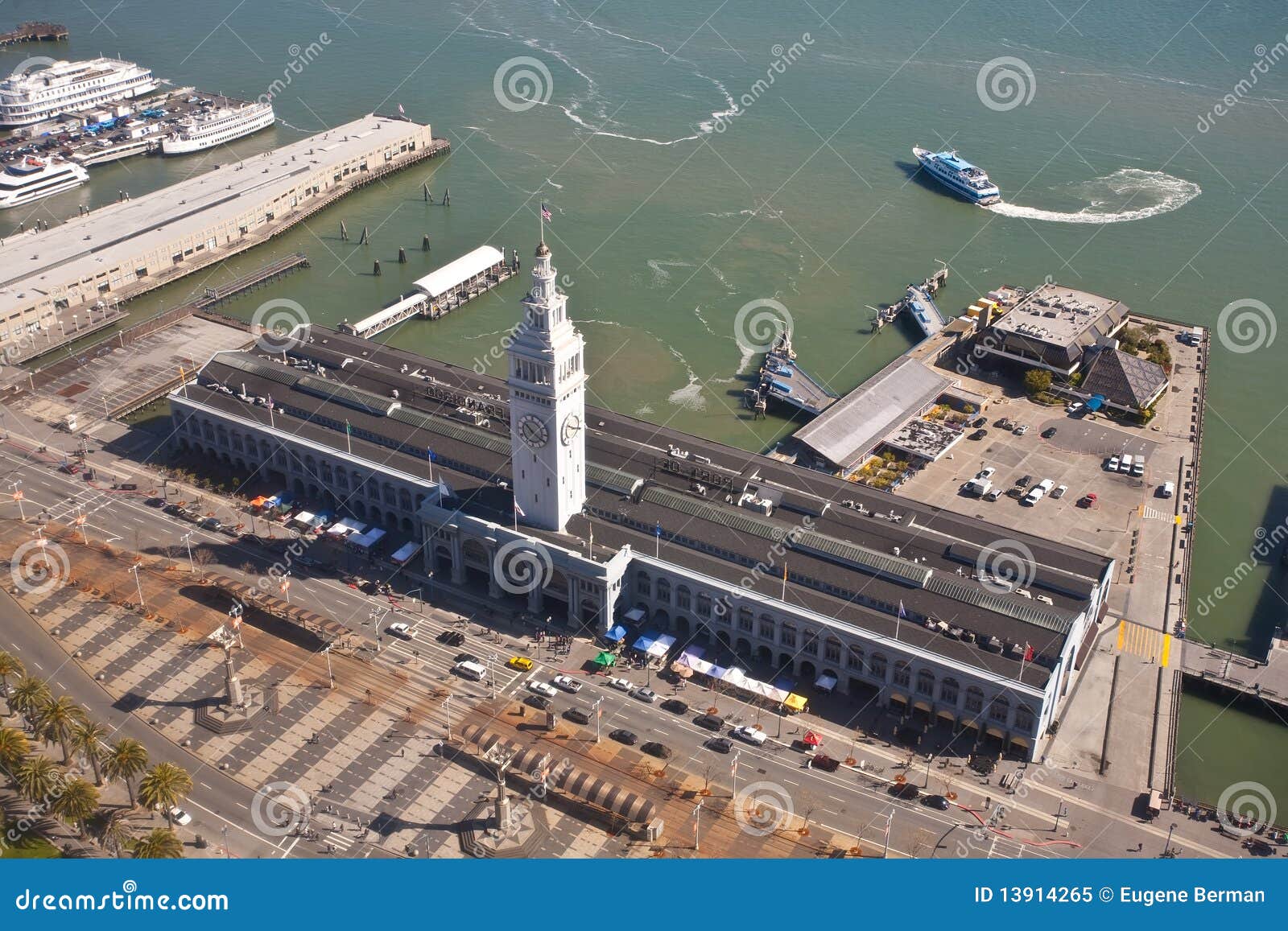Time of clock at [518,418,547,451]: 10:20
